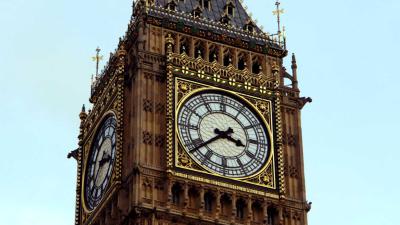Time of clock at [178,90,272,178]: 3:38
